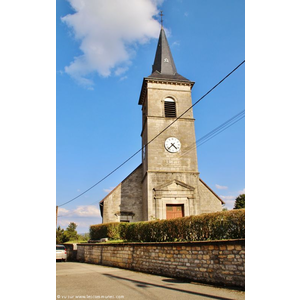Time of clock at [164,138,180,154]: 4:37
